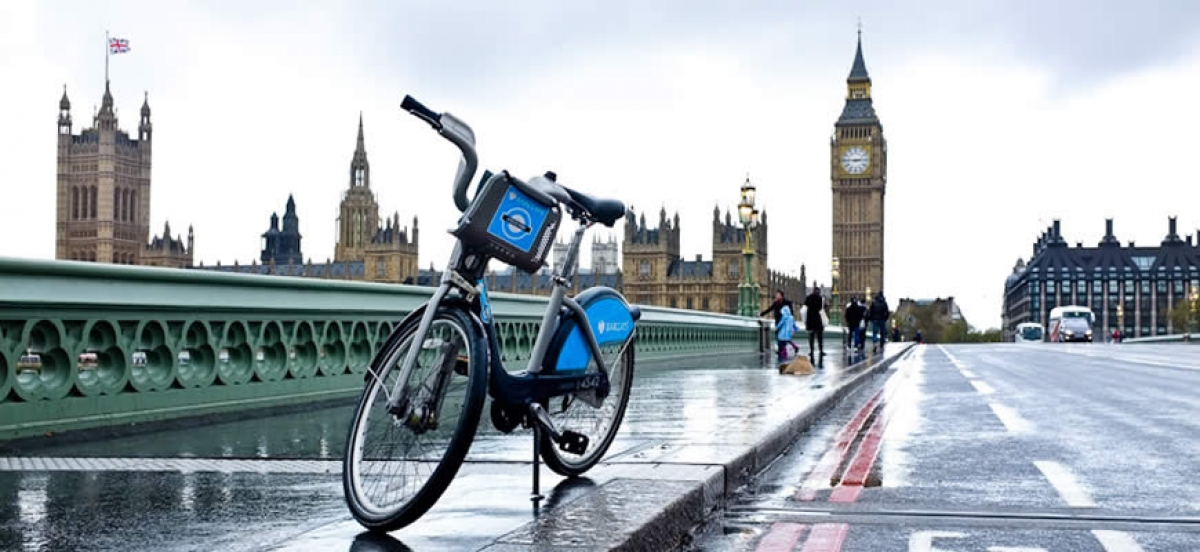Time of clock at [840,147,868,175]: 2:45
